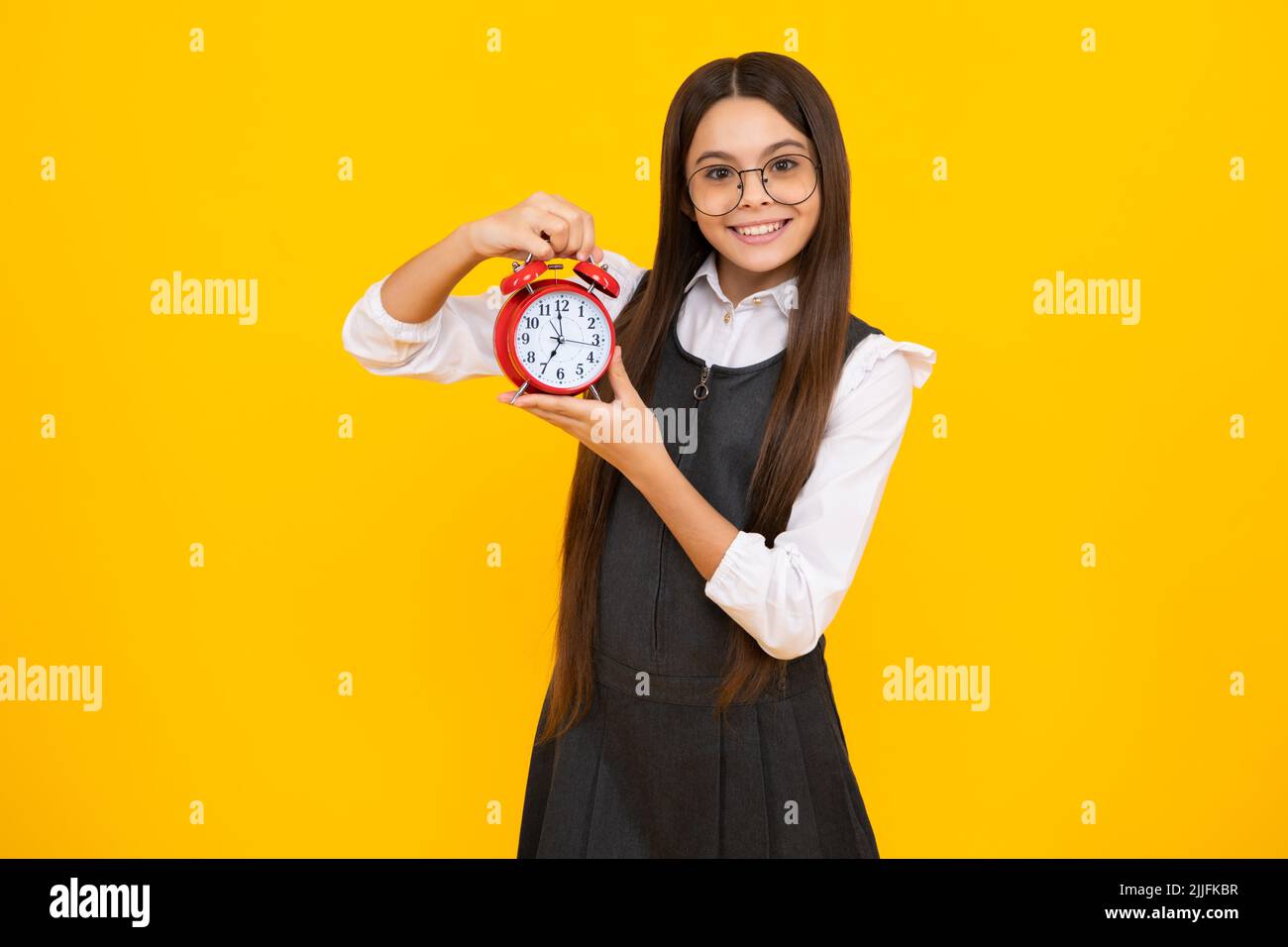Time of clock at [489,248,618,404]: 6:59
